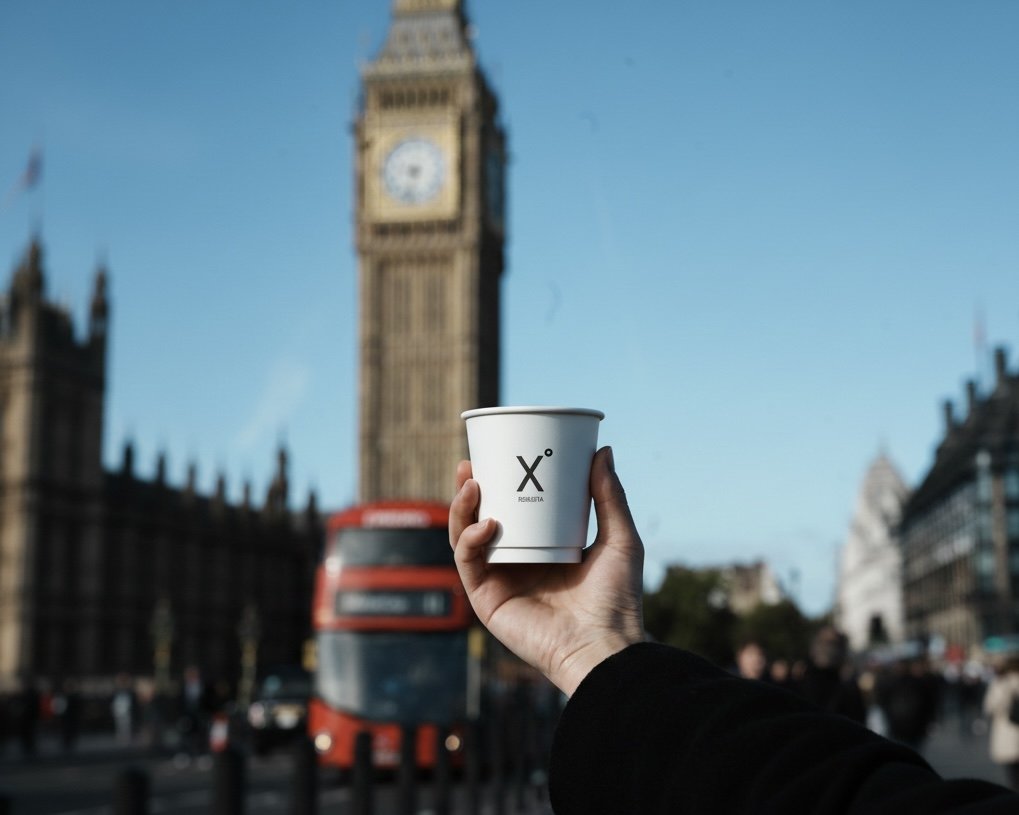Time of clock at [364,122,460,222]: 6:32
